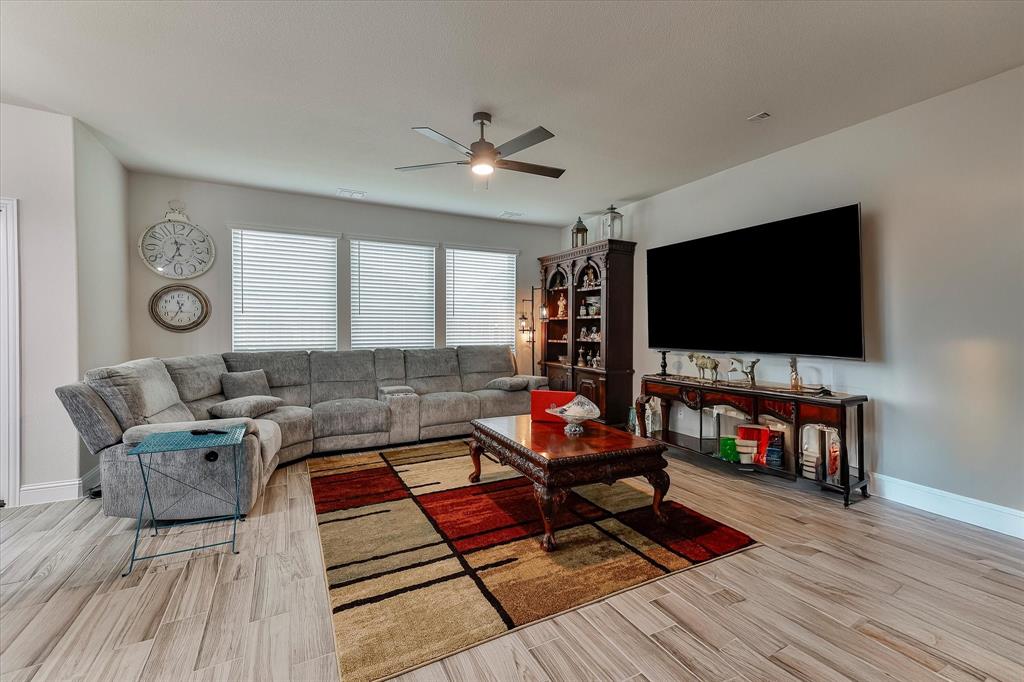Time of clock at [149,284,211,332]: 11:34
